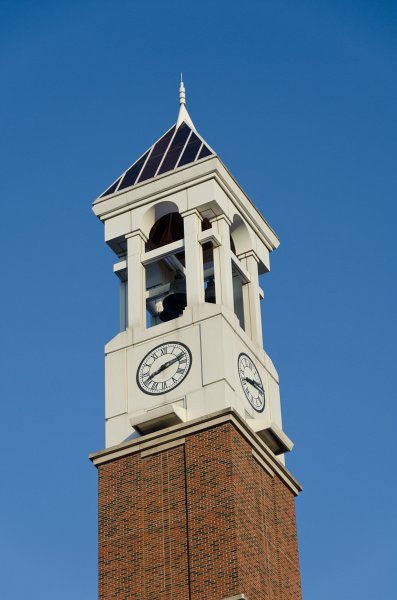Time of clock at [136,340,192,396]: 8:12
